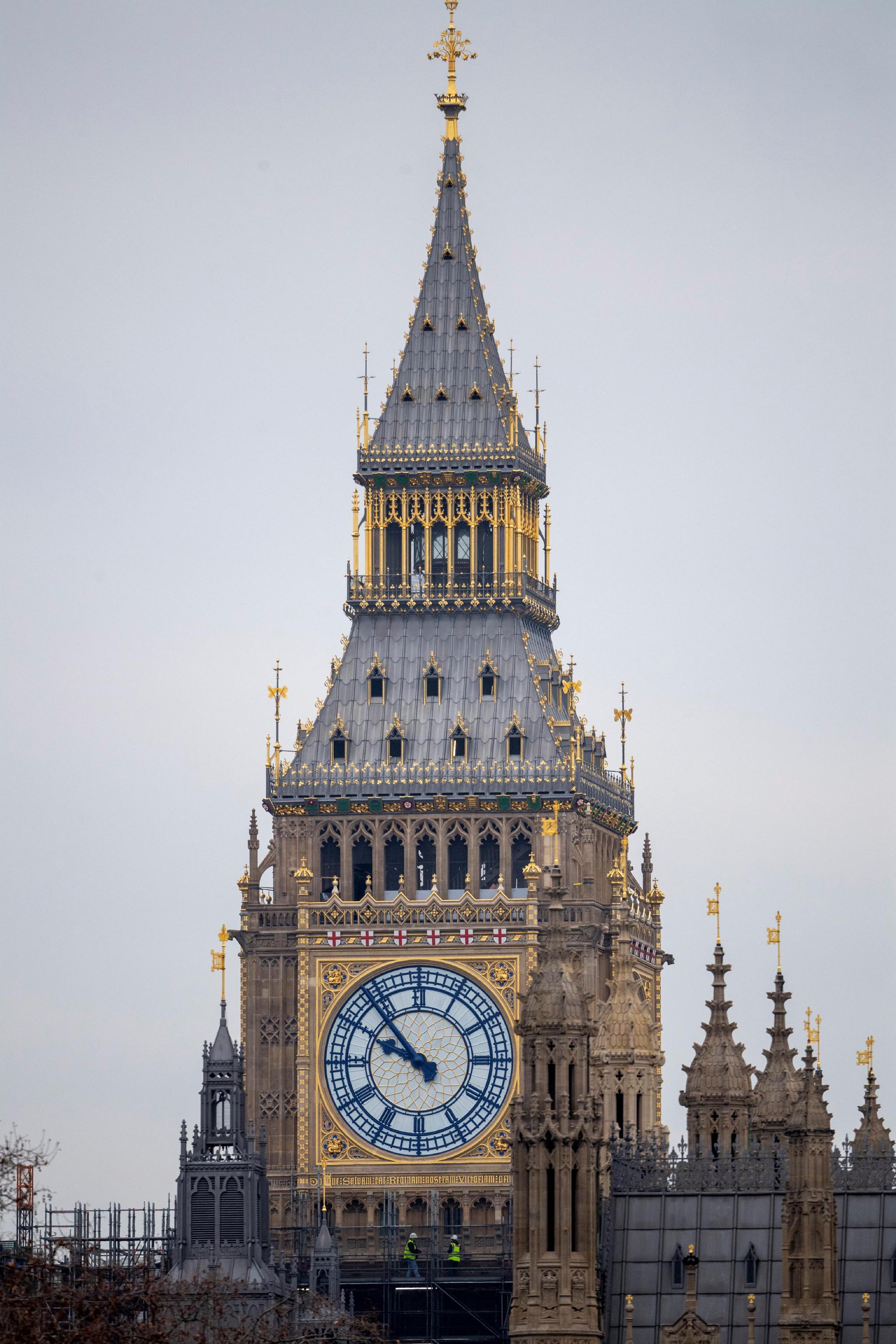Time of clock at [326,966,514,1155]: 9:53
